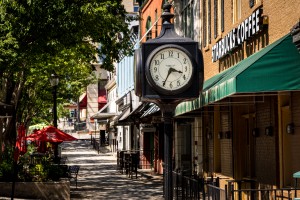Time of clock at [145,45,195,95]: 3:34
